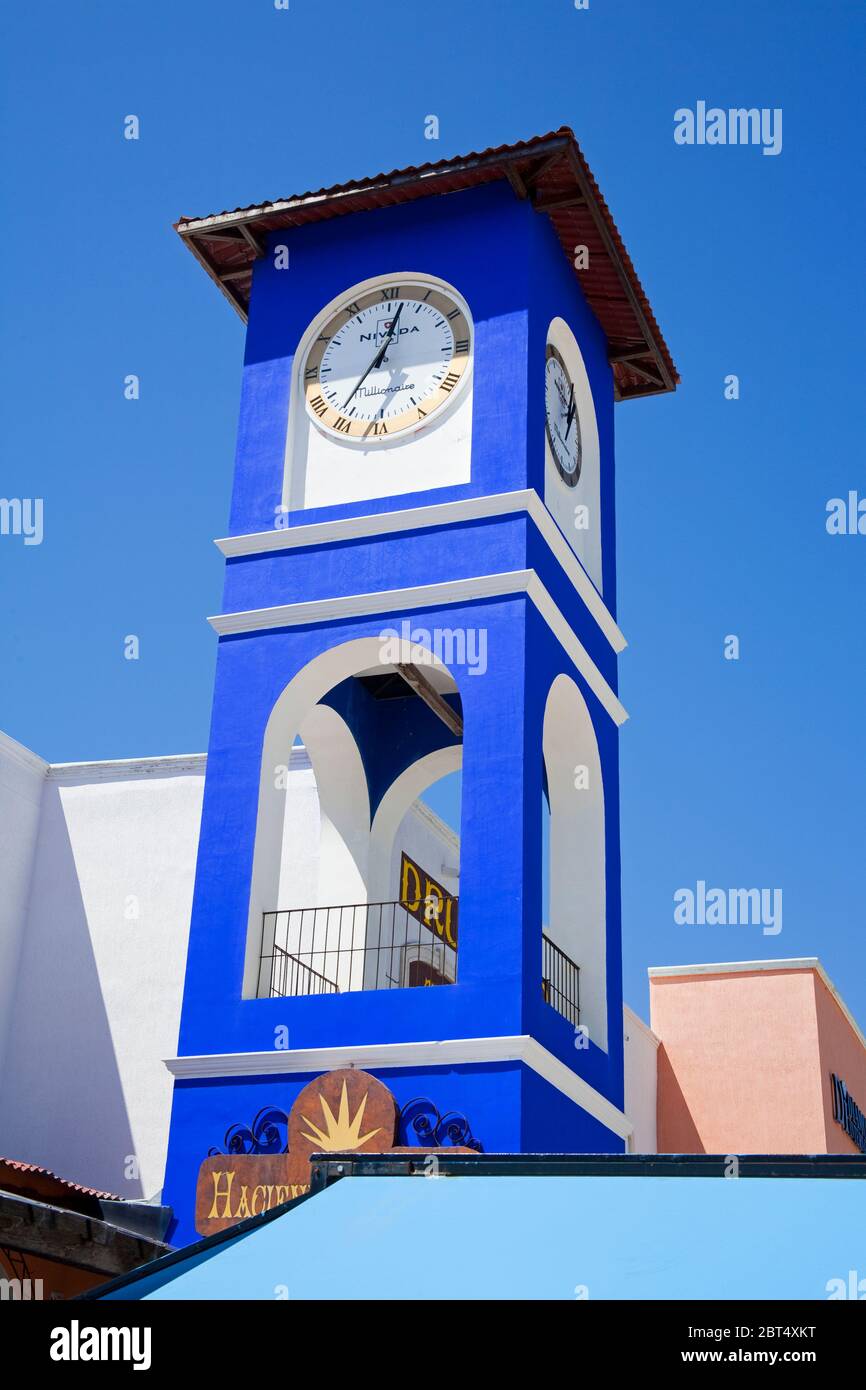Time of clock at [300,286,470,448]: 12:36
